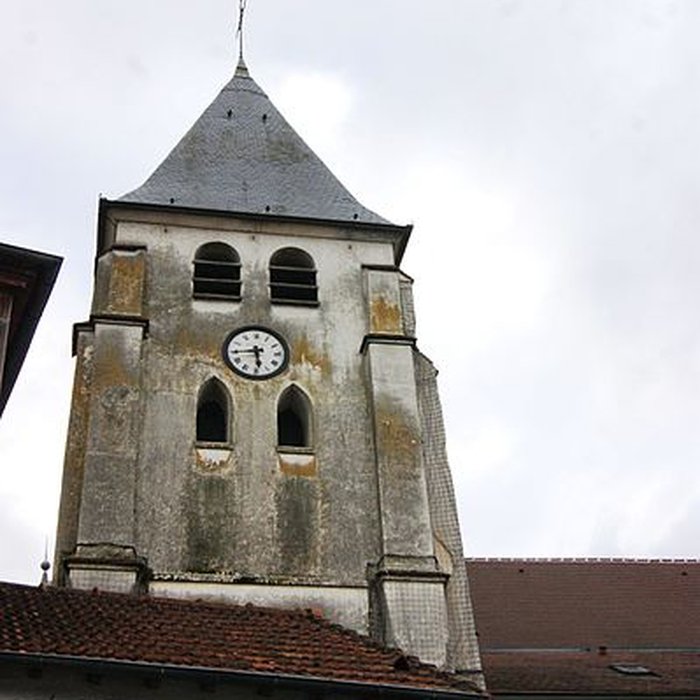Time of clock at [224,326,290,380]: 5:44
